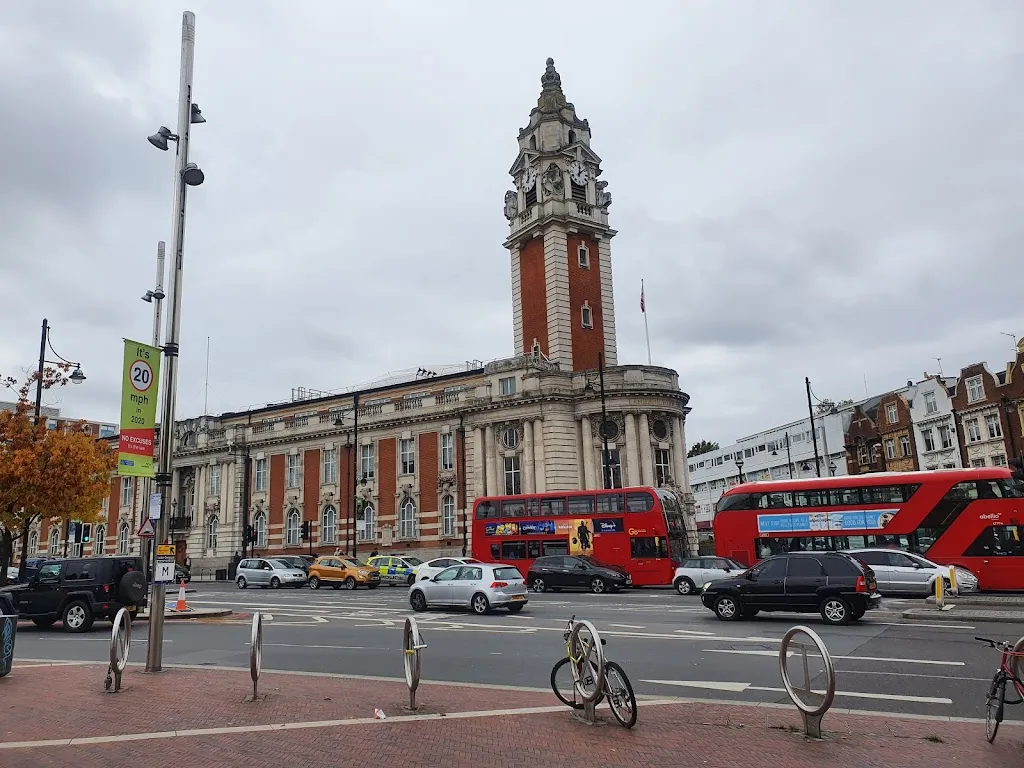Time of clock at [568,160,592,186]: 12:07
